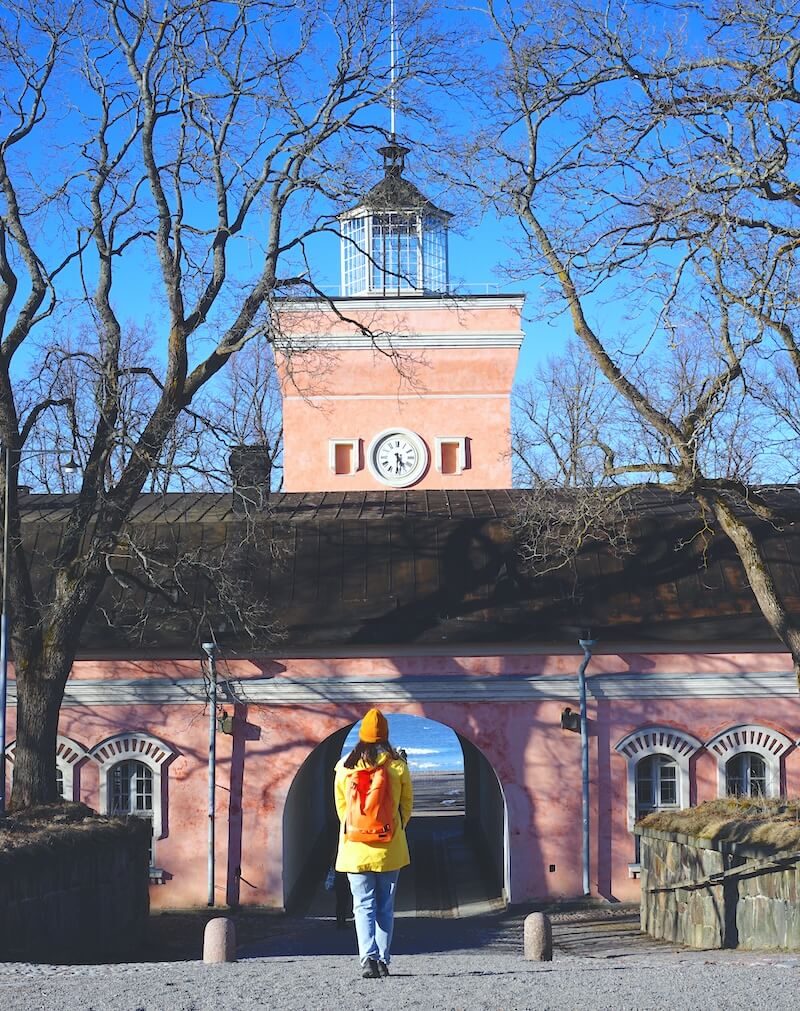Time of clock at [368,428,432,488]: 4:29
